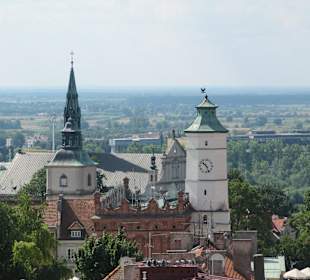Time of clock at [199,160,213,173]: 10:26
